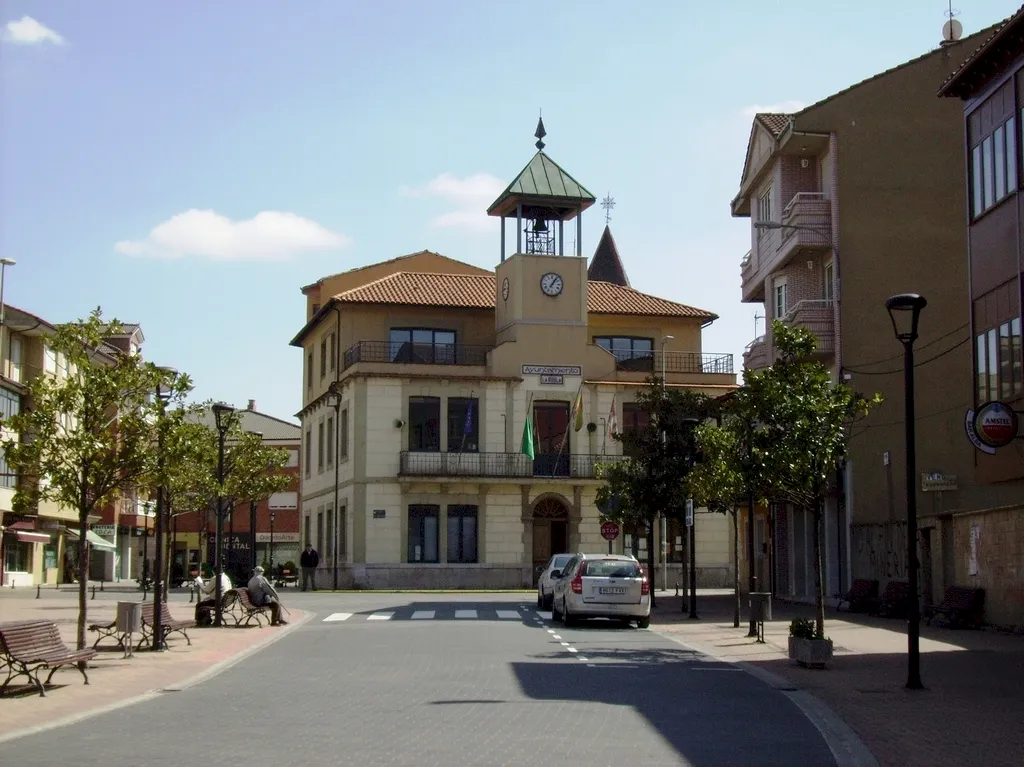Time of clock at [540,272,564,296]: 7:06
